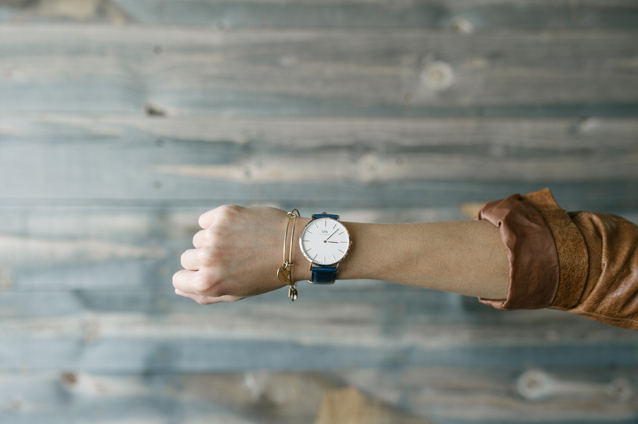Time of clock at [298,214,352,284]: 3:07
